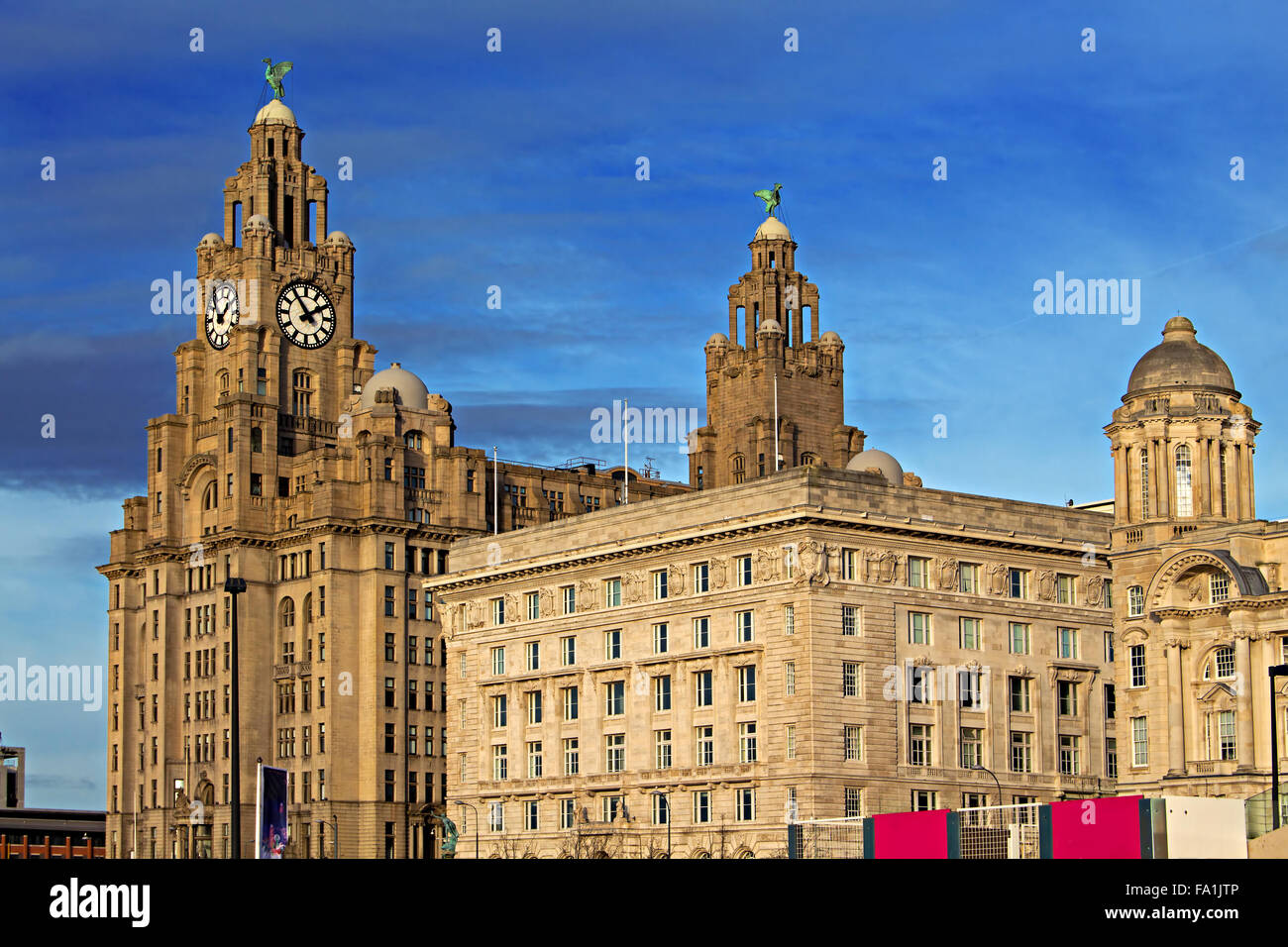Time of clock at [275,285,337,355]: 1:53
